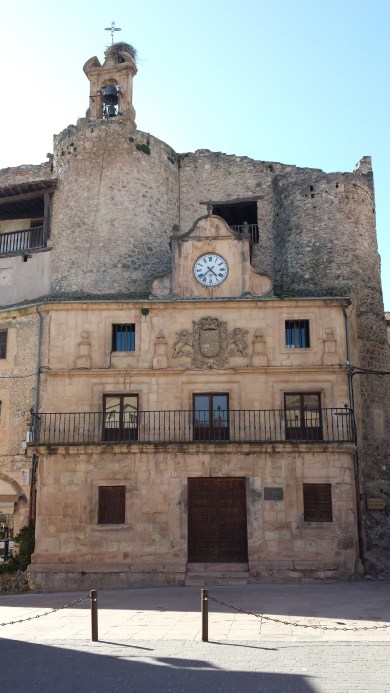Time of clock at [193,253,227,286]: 4:37
